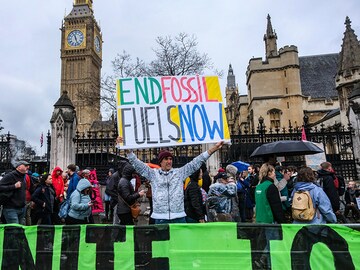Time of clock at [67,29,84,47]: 11:26
